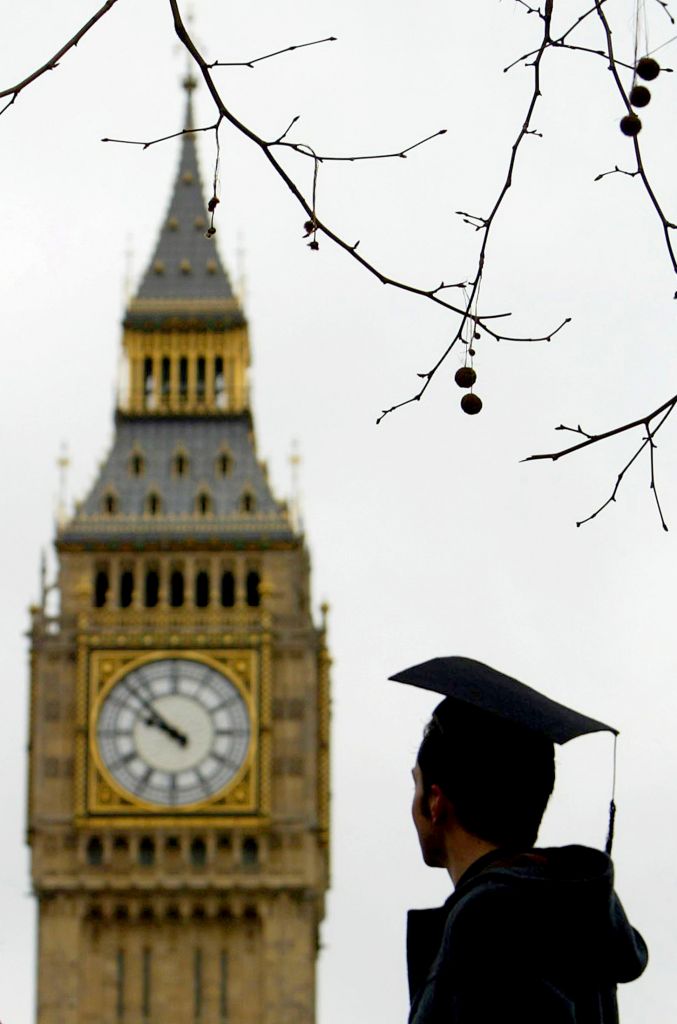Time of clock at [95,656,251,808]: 9:52
